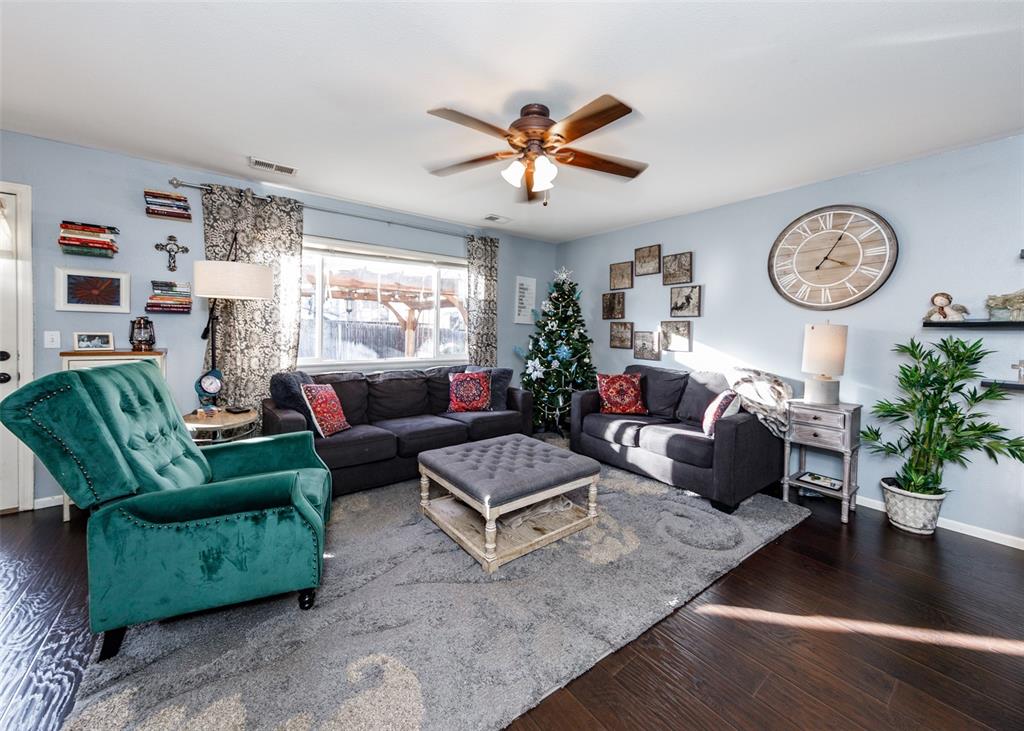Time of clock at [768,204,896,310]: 4:05
